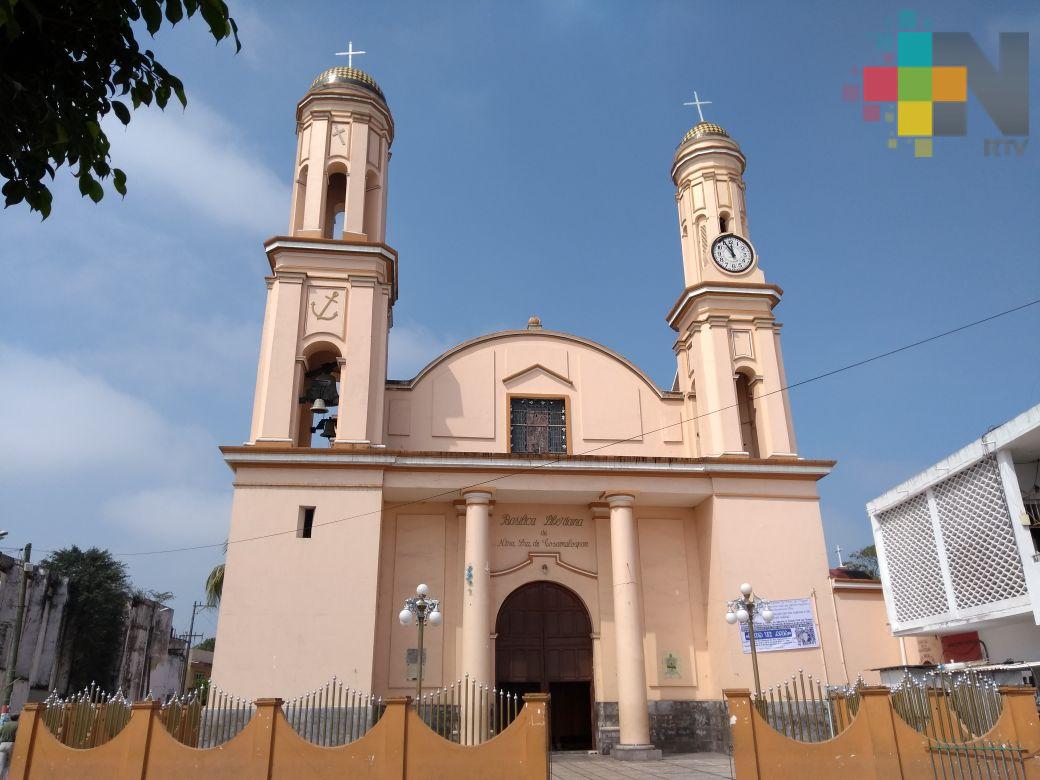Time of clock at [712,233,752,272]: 11:55
